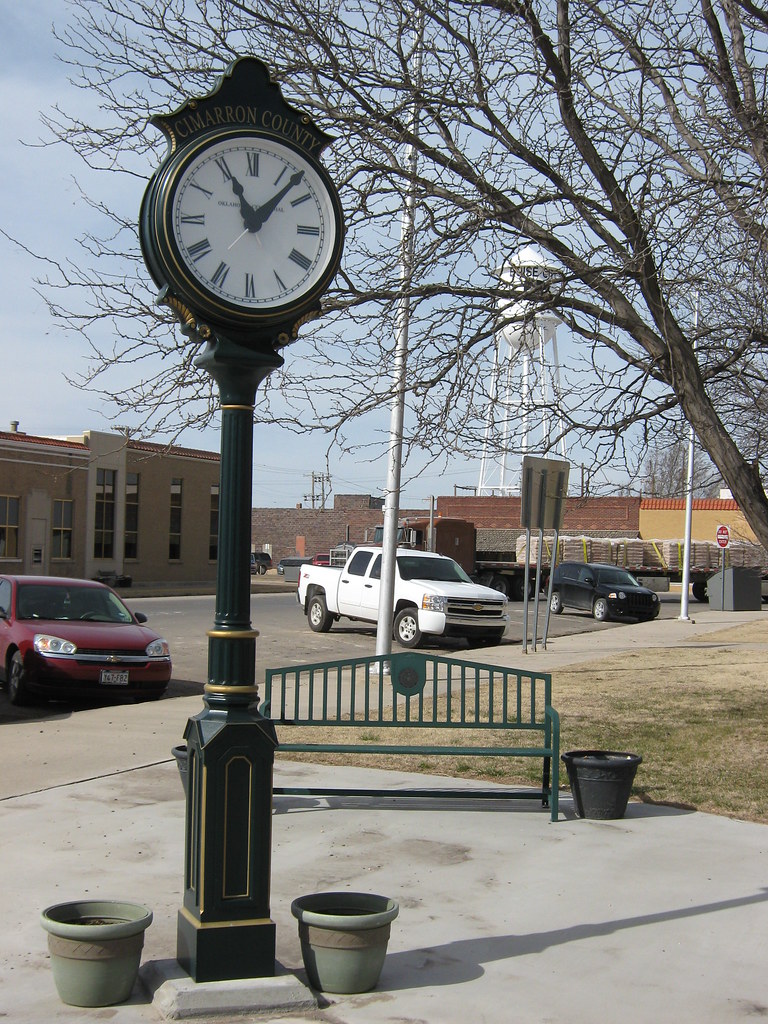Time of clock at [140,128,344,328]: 11:07
